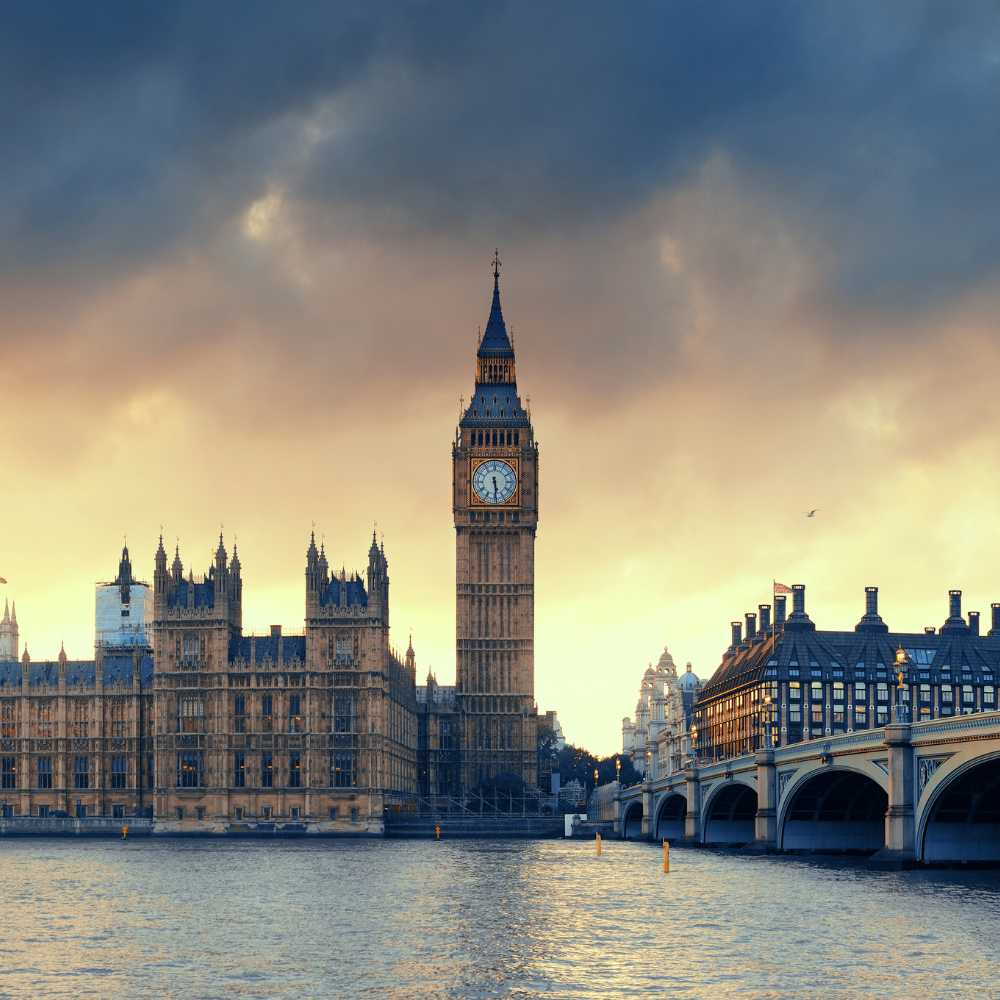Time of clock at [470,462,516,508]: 5:29
